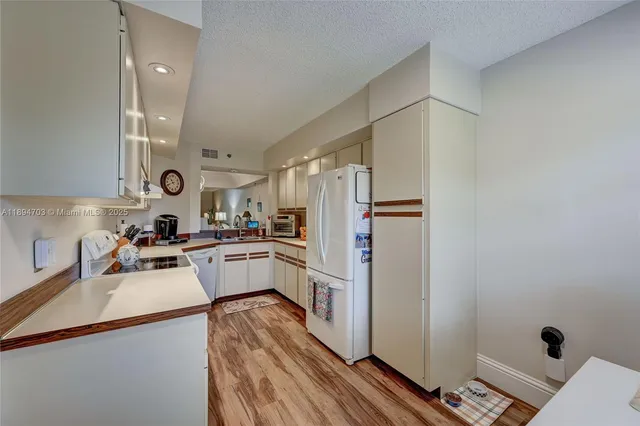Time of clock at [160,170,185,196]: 10:41
